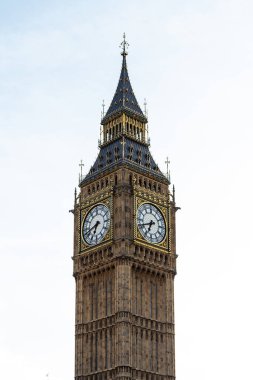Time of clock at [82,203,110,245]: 6:41
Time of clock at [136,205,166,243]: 6:41
